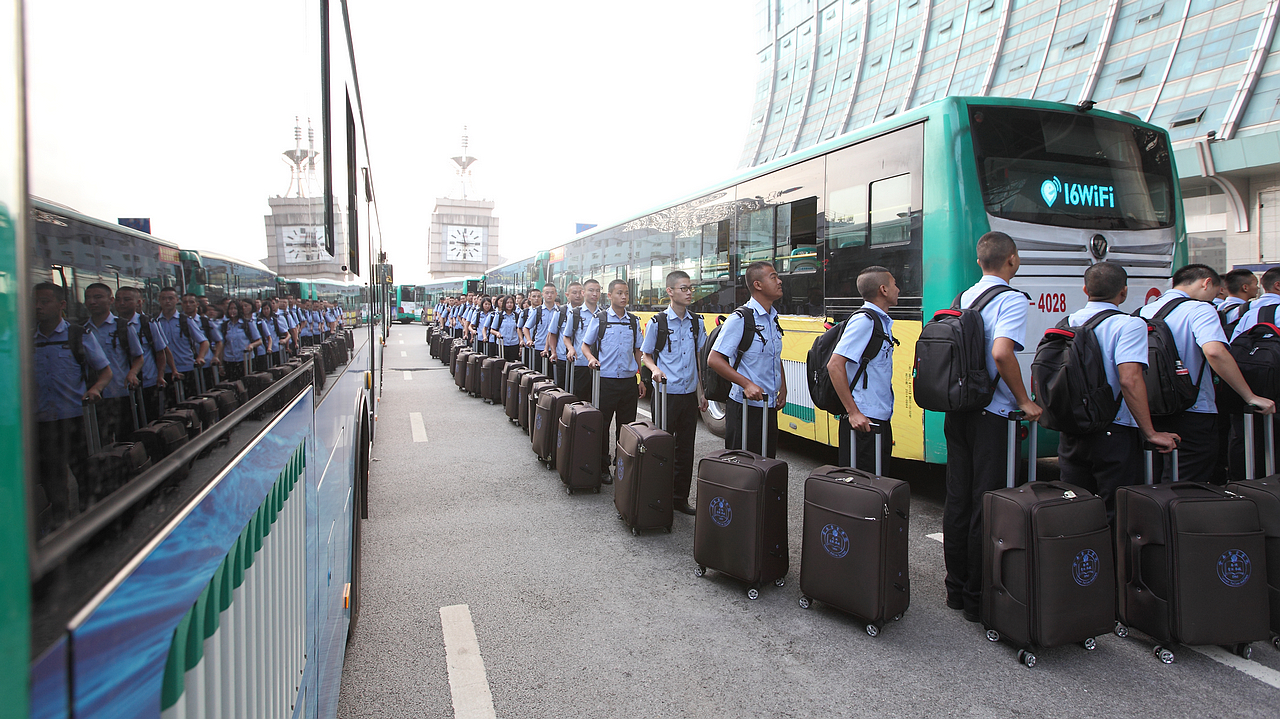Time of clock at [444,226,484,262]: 9:14
